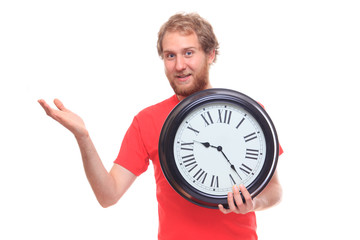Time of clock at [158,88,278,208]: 9:22
